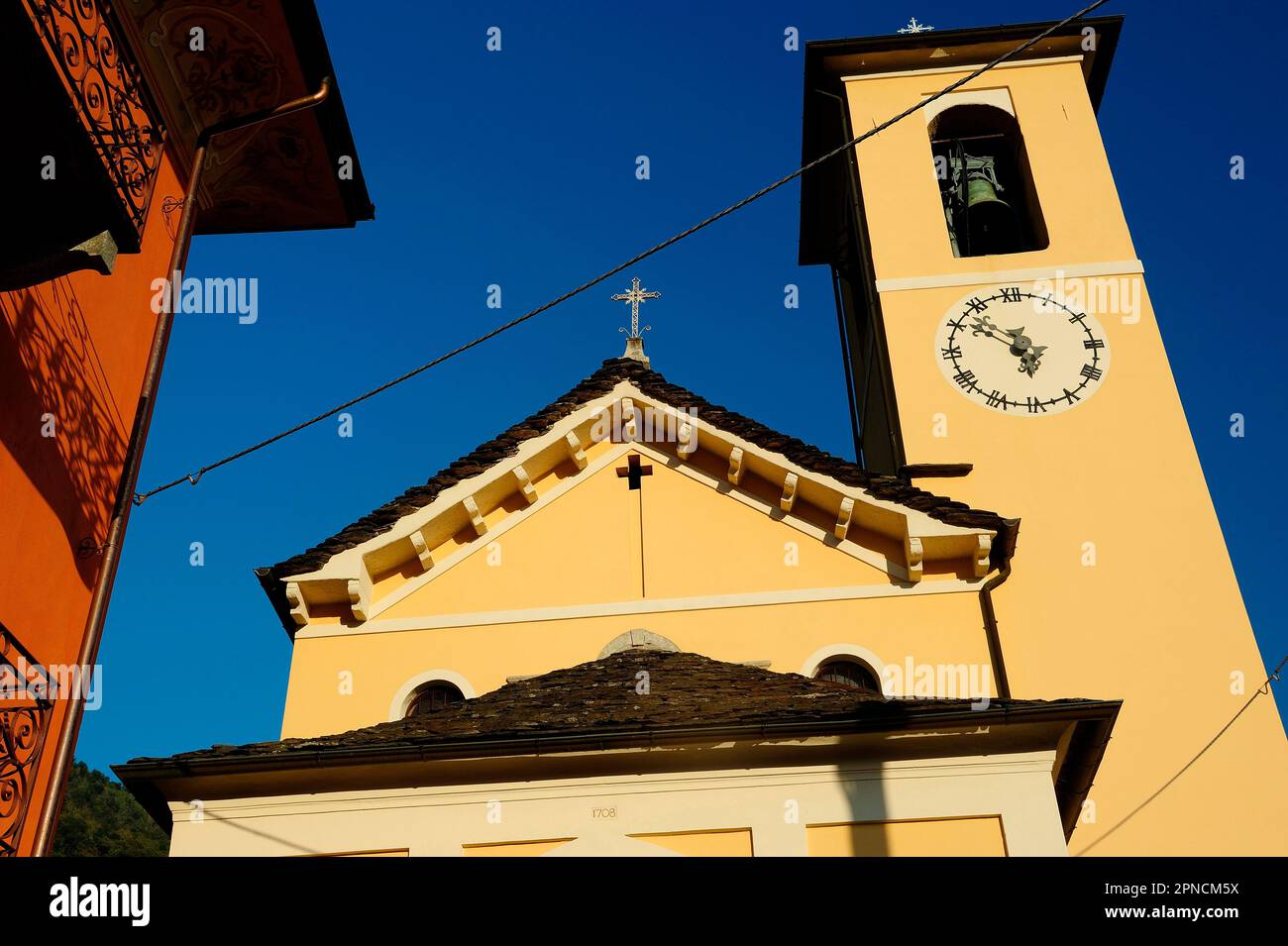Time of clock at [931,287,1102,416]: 5:51
